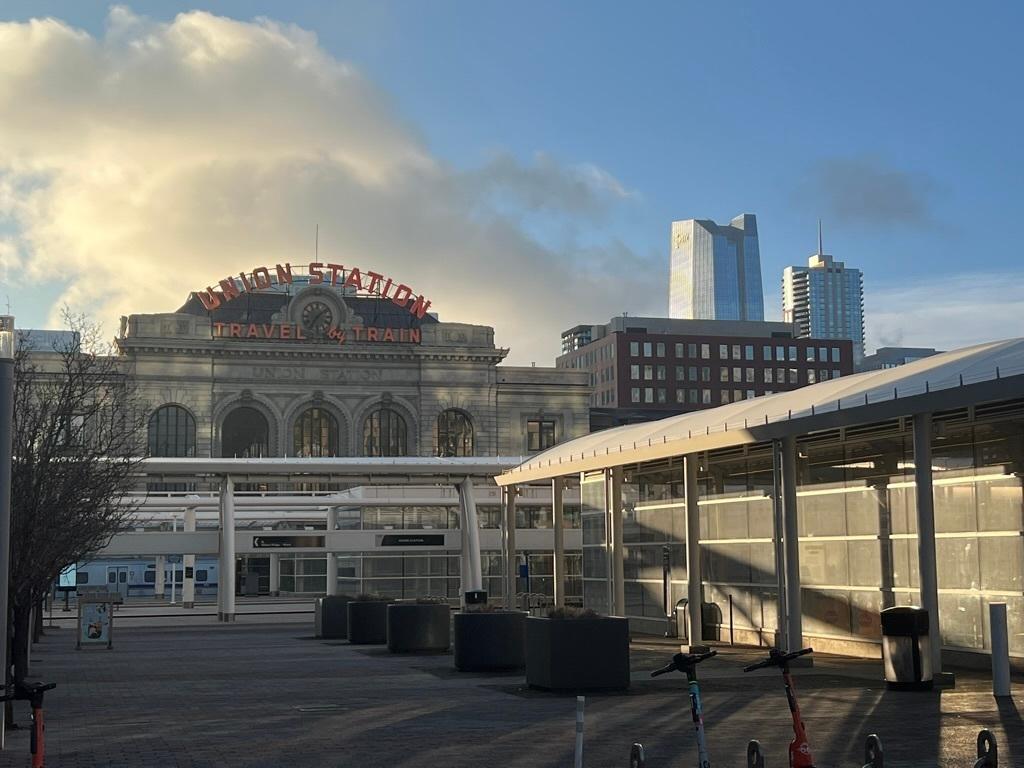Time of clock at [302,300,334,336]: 7:08
